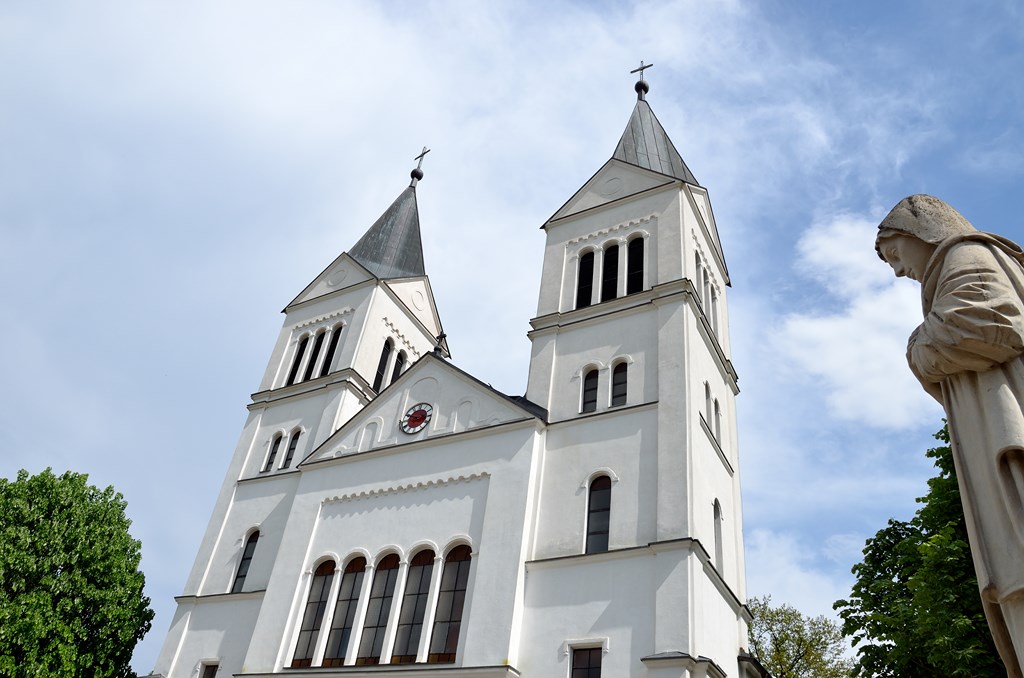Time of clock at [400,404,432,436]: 2:48
